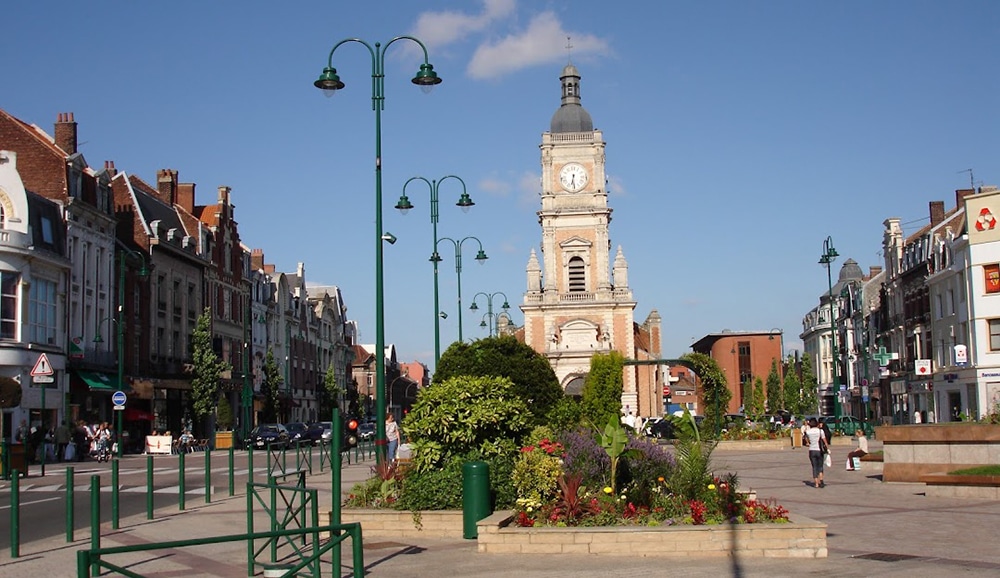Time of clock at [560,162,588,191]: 6:29
